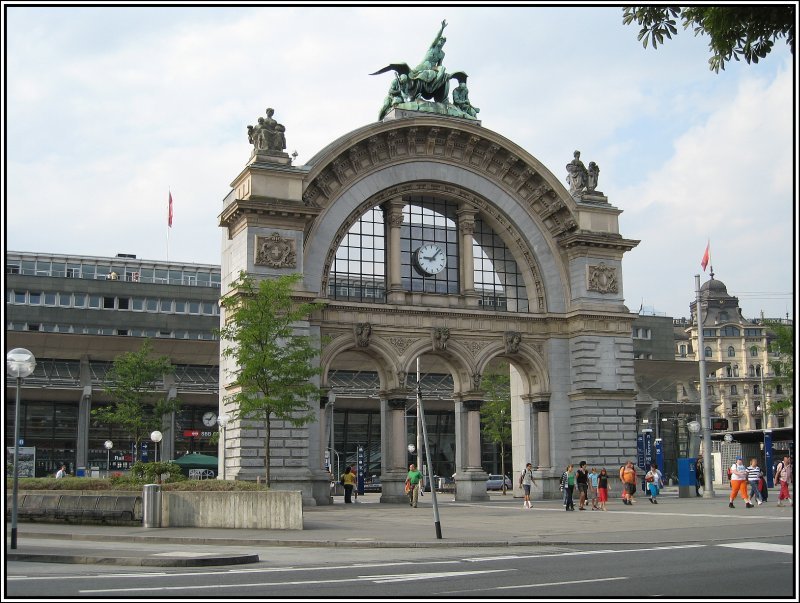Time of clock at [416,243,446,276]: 9:07
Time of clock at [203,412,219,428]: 9:07
